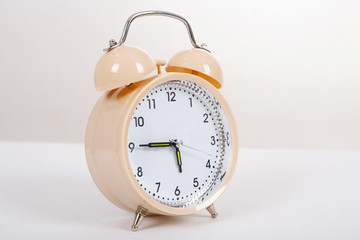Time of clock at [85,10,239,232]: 5:45
